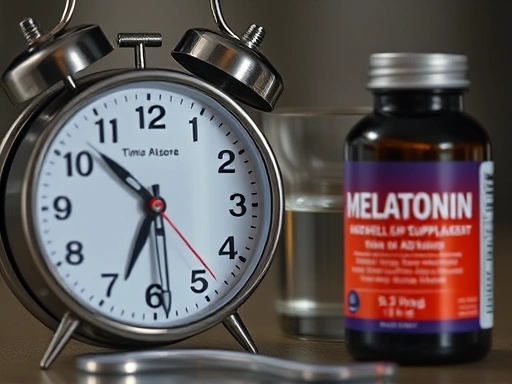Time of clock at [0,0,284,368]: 10:33
